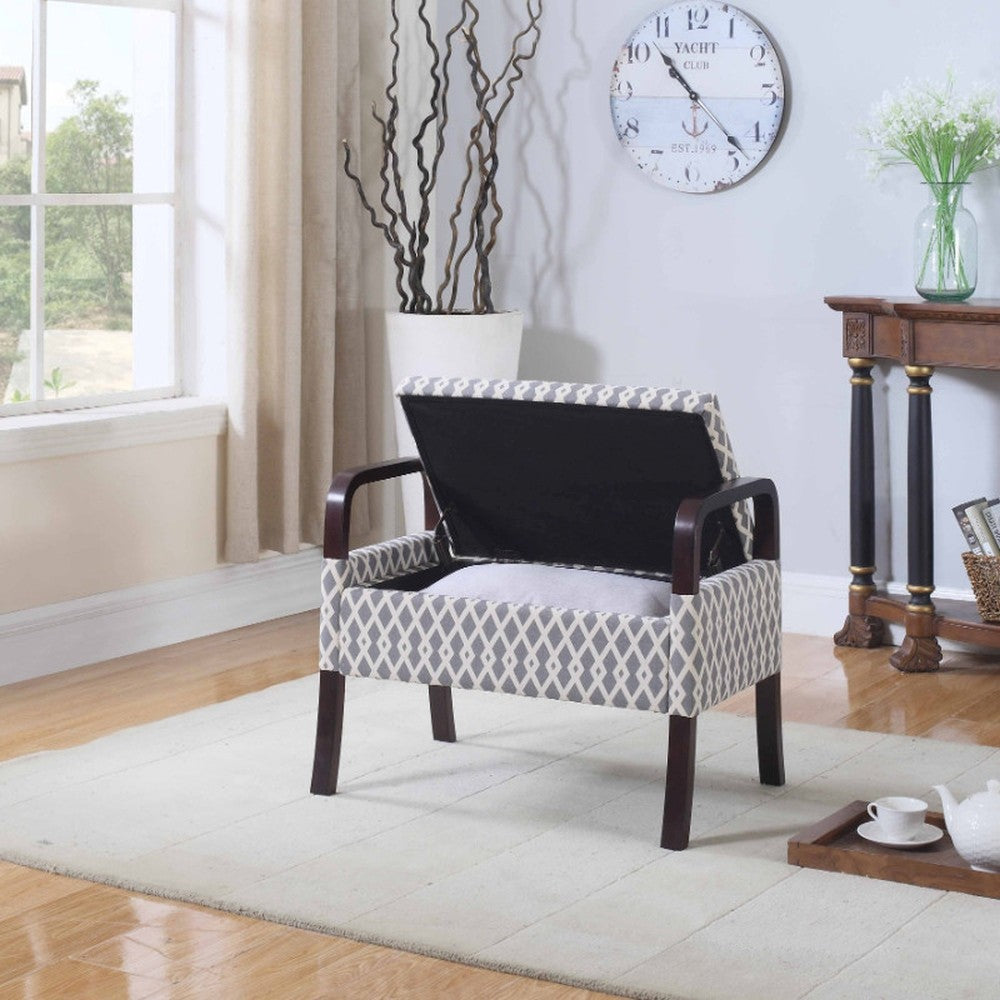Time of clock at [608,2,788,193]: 10:22
